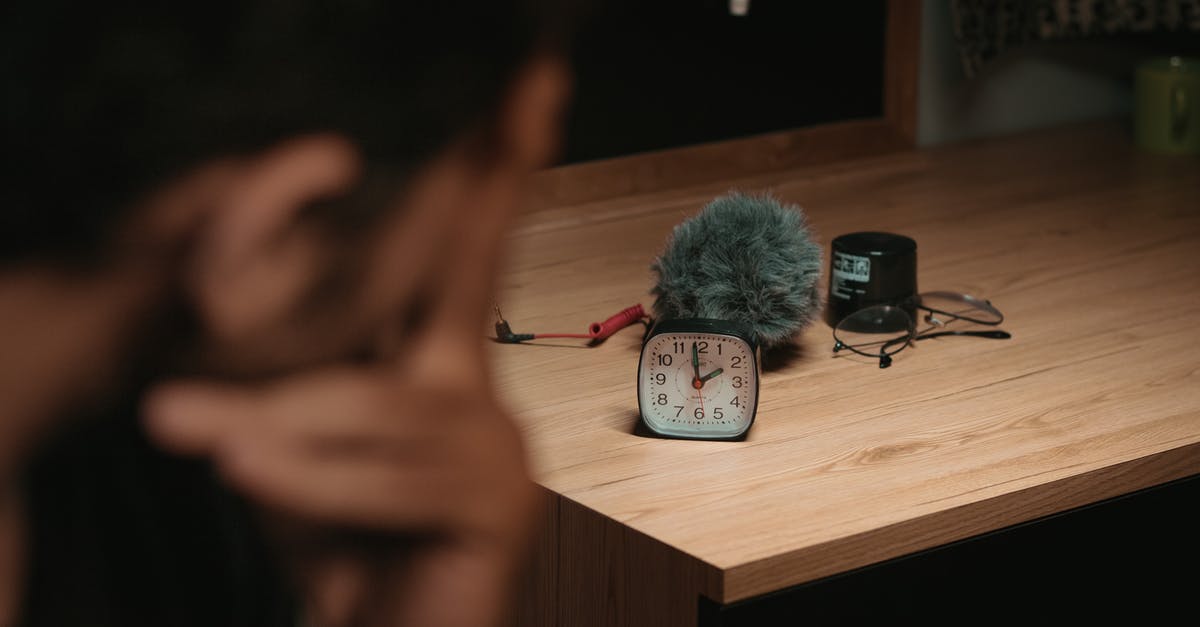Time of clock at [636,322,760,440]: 1:59
